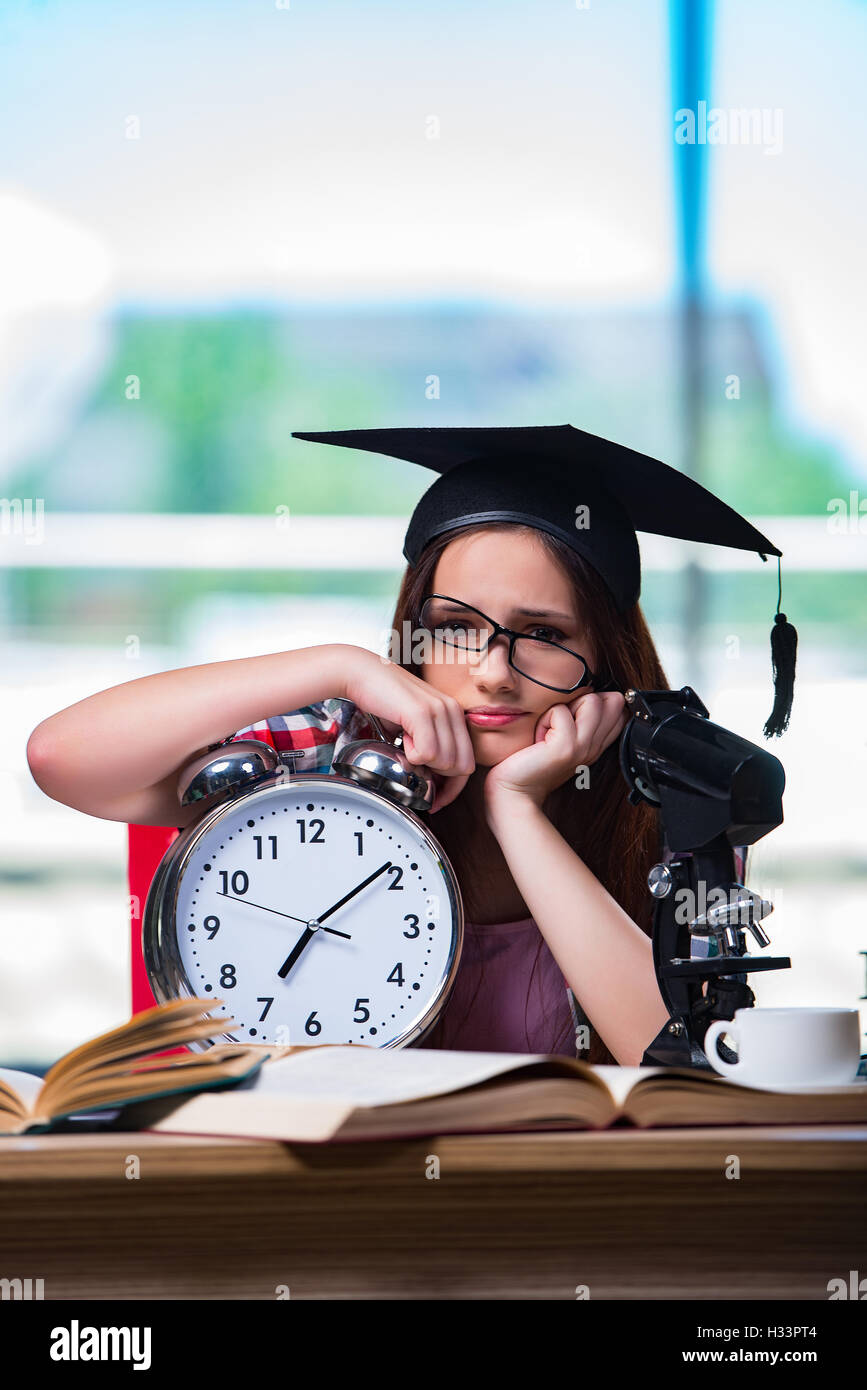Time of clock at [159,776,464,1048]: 7:08
